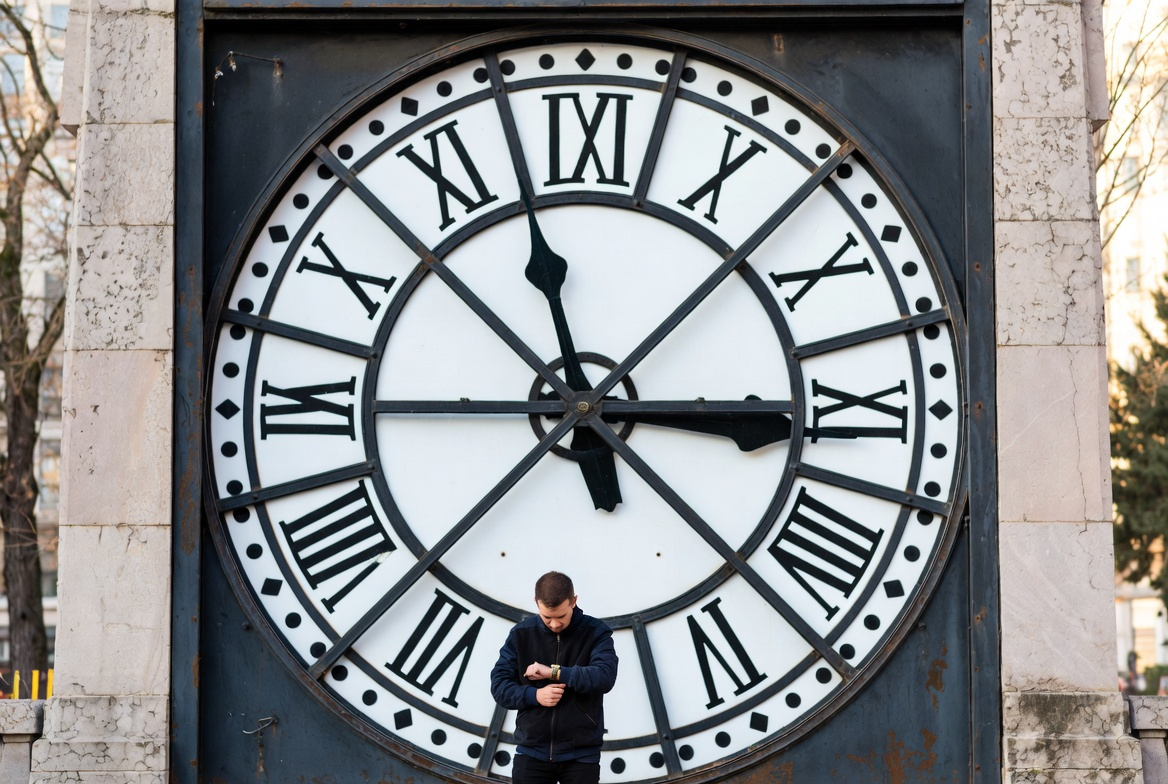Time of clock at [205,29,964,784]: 2:57
